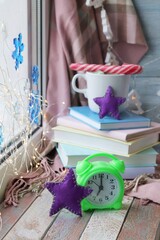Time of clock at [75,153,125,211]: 7:00
